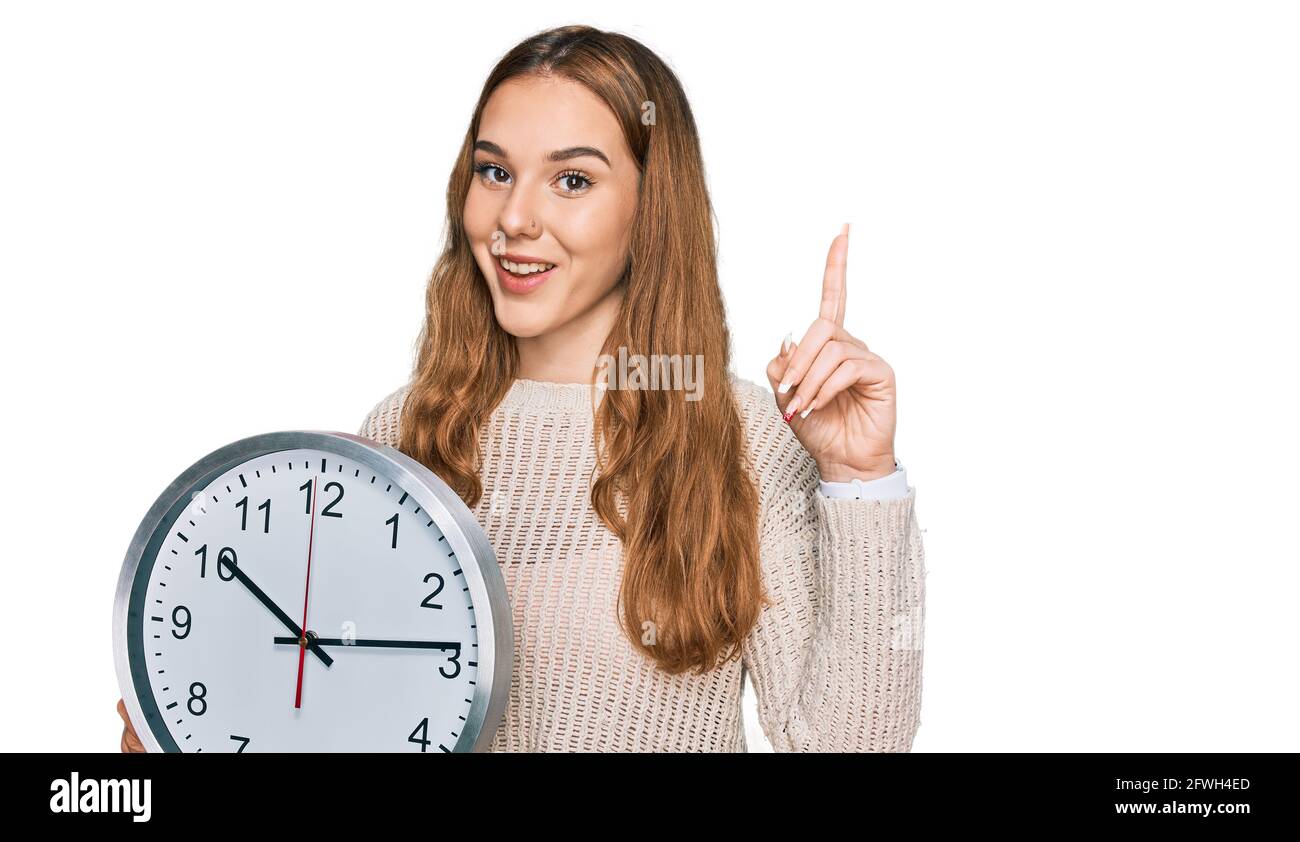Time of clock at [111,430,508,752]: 10:13
